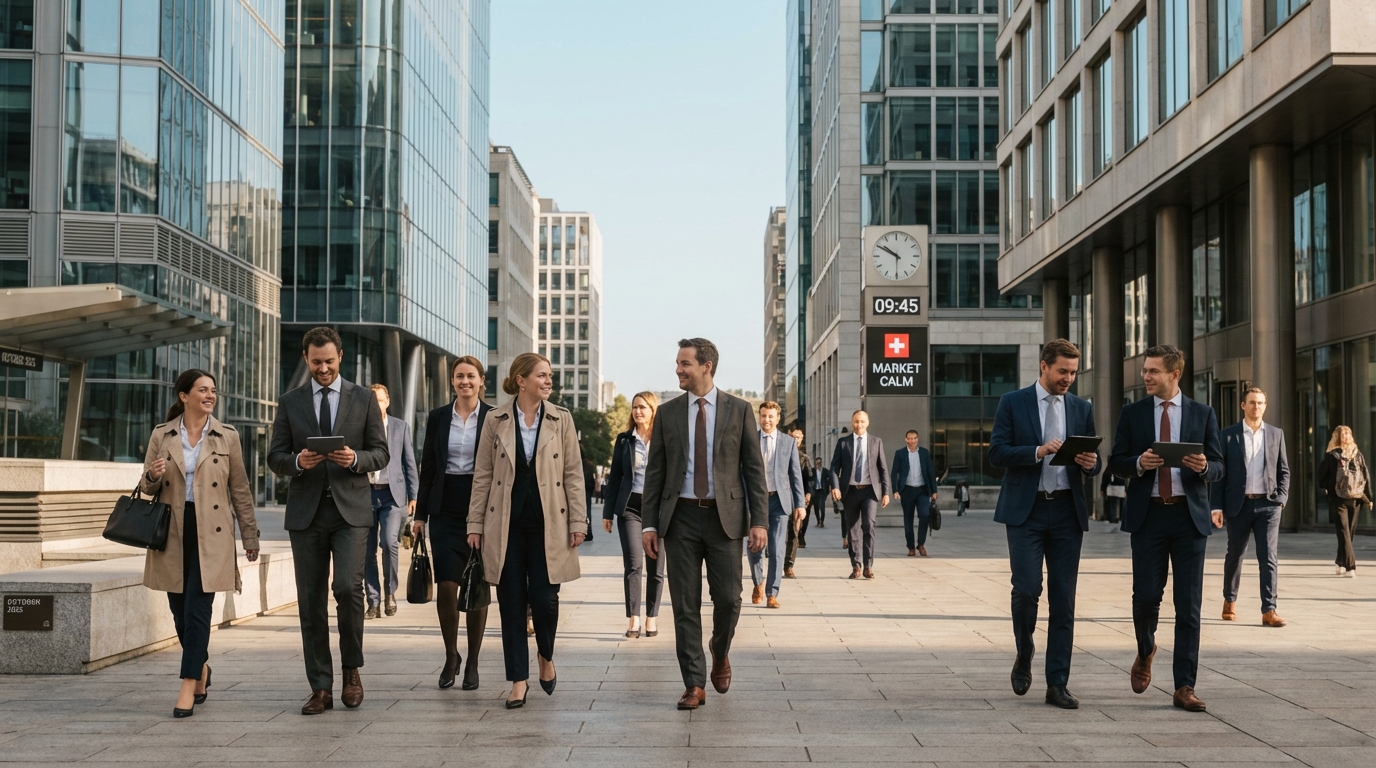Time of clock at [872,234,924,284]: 9:50
